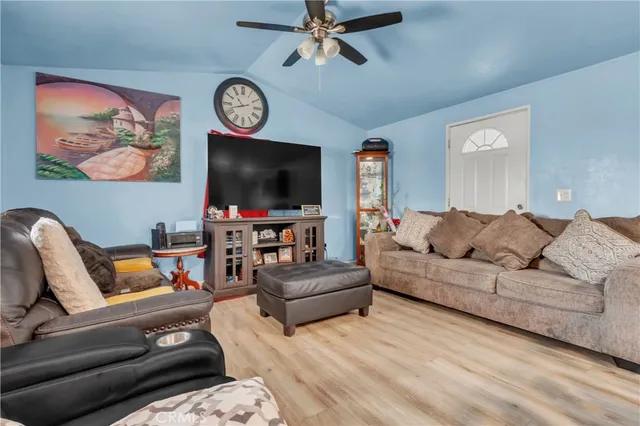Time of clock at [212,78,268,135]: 10:41
